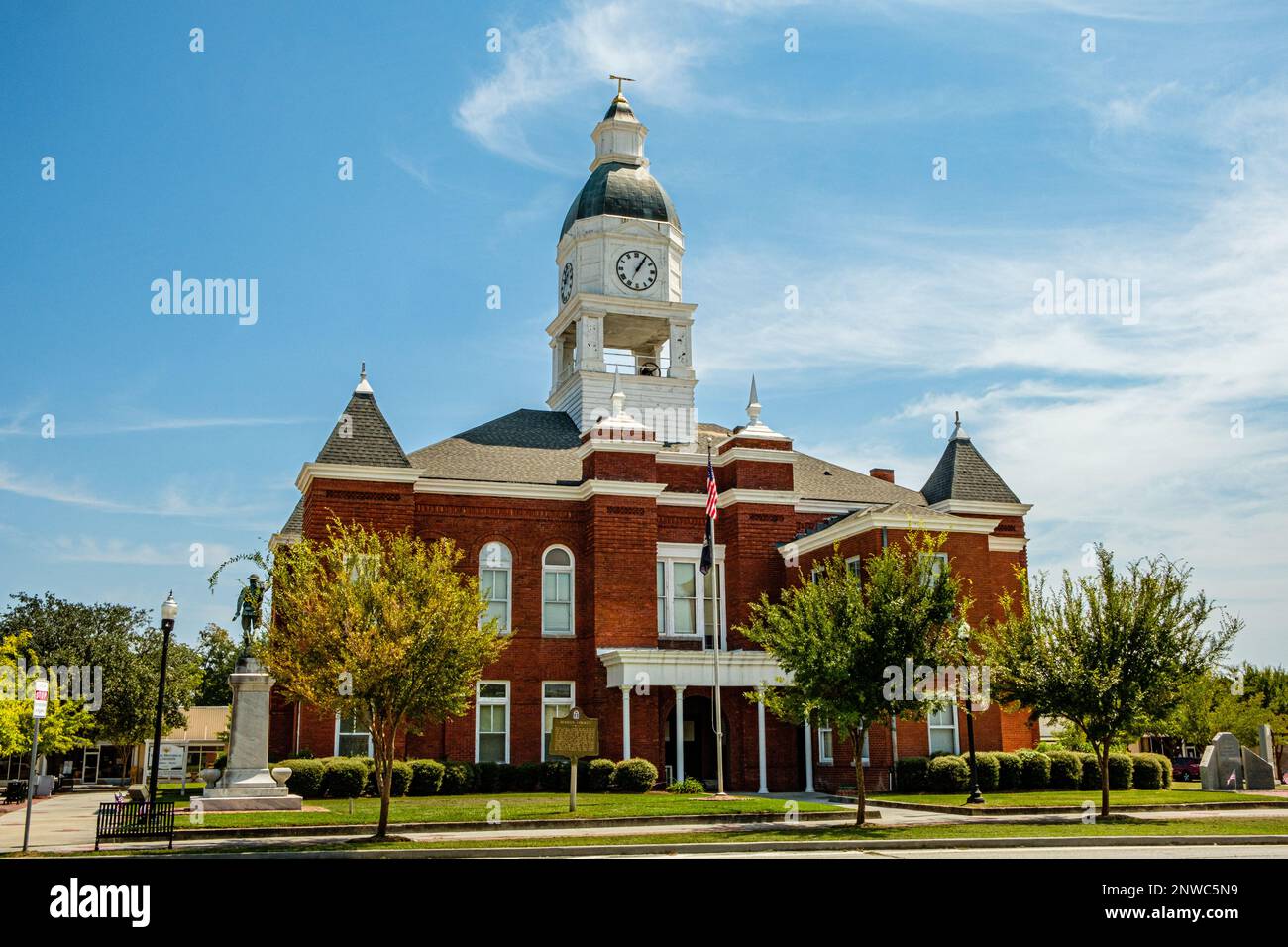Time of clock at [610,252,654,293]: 1:05
